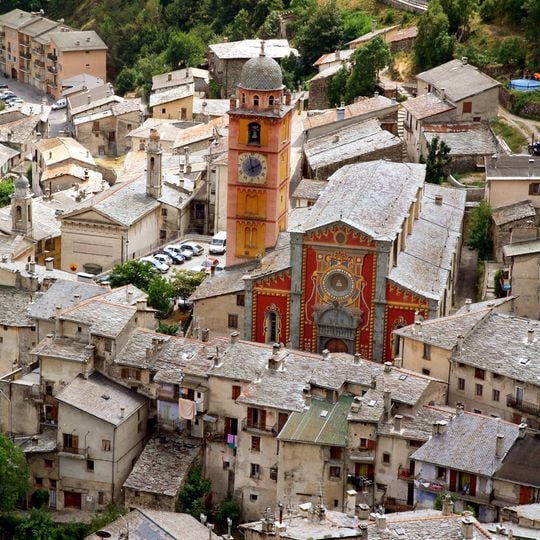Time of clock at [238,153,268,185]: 1:58
